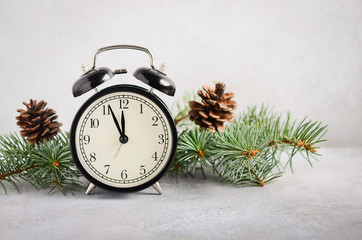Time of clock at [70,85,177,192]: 11:56
